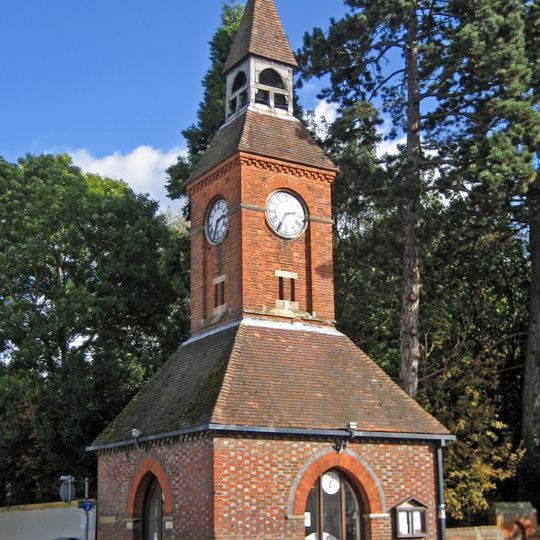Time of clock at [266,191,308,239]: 2:35
